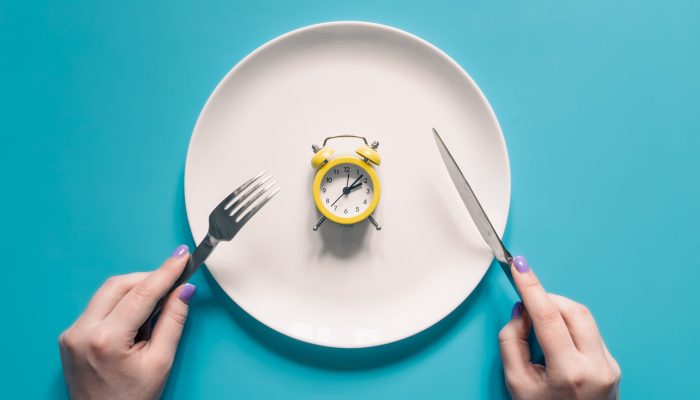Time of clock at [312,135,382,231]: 2:07
